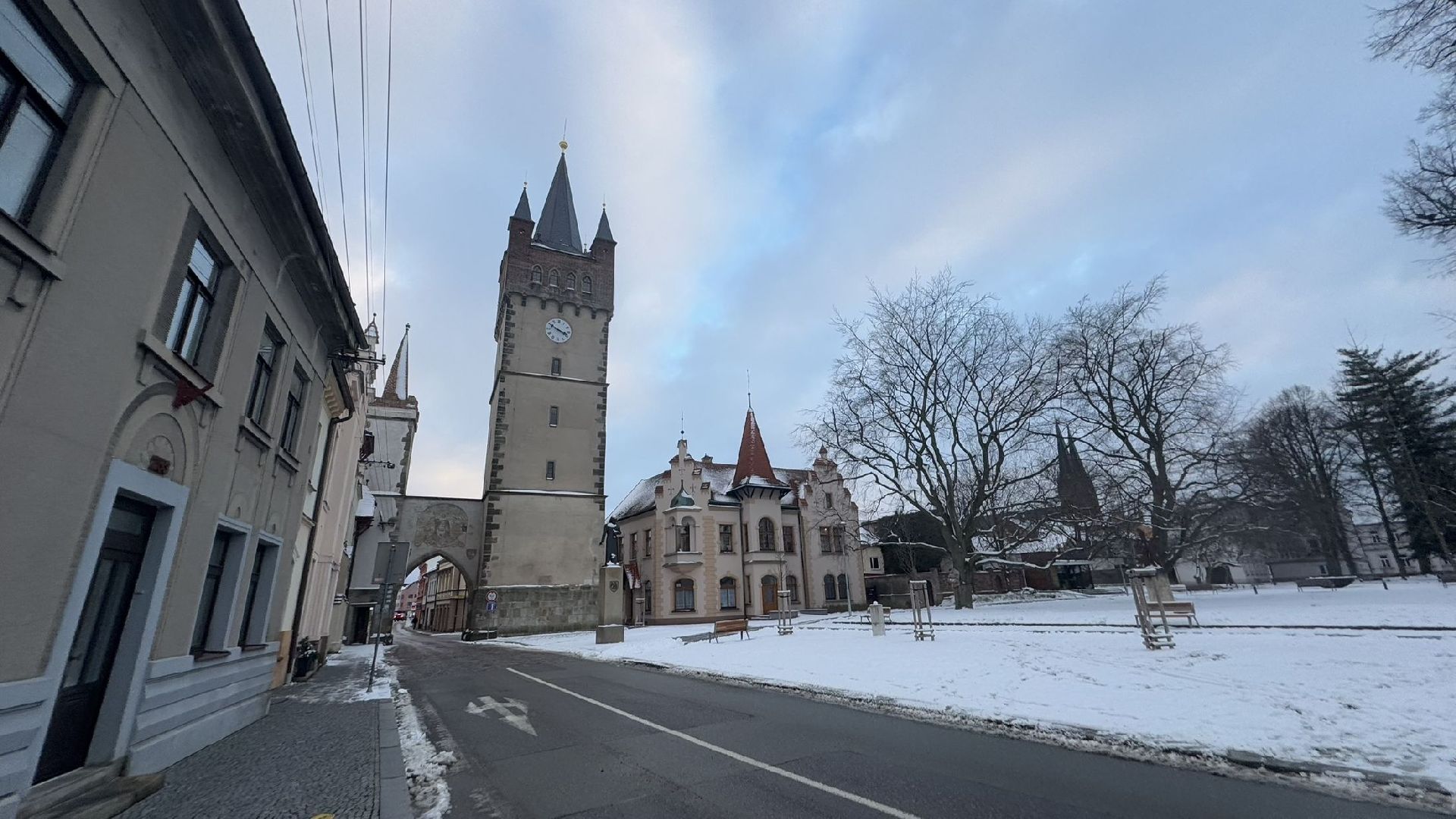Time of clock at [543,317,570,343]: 3:50
